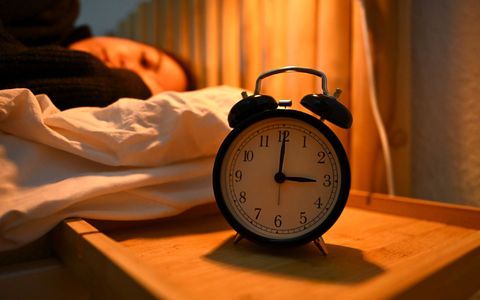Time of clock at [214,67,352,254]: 3:00
